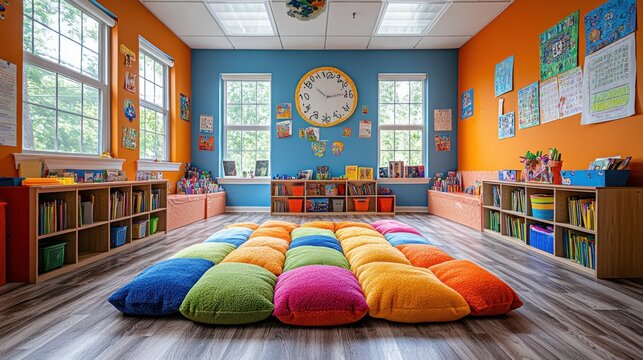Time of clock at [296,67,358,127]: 10:13
